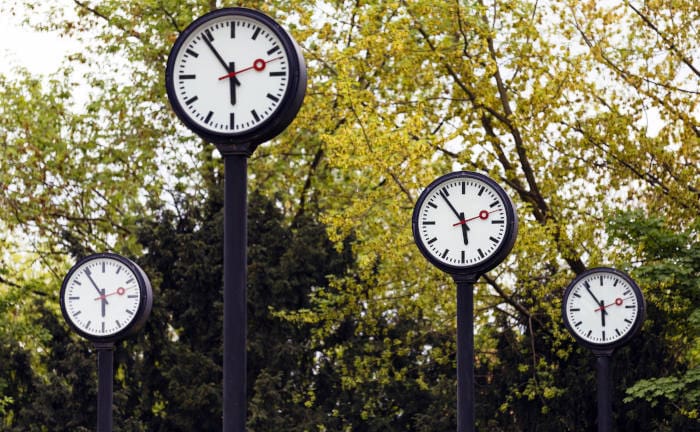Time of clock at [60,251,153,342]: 5:54
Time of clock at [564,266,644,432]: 5:54
